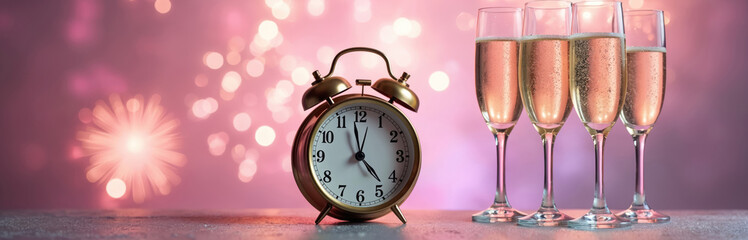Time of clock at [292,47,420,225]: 4:58
